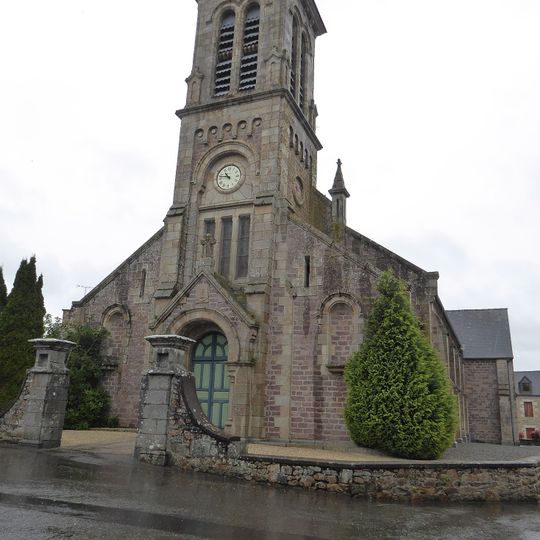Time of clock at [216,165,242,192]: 10:47
